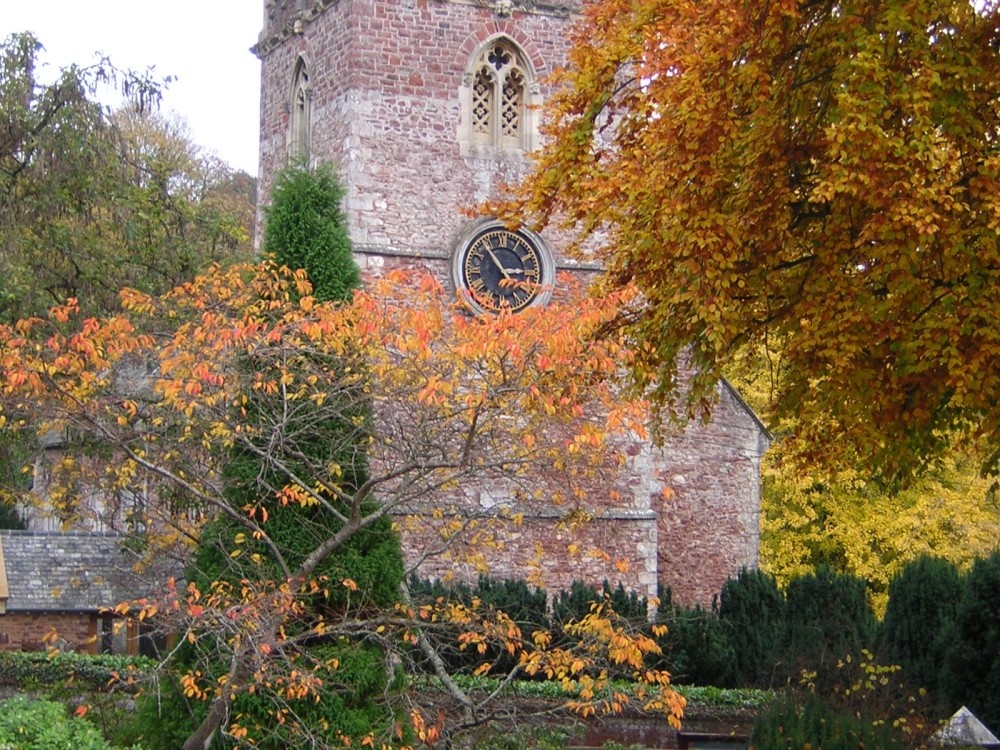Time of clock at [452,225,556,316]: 2:54
